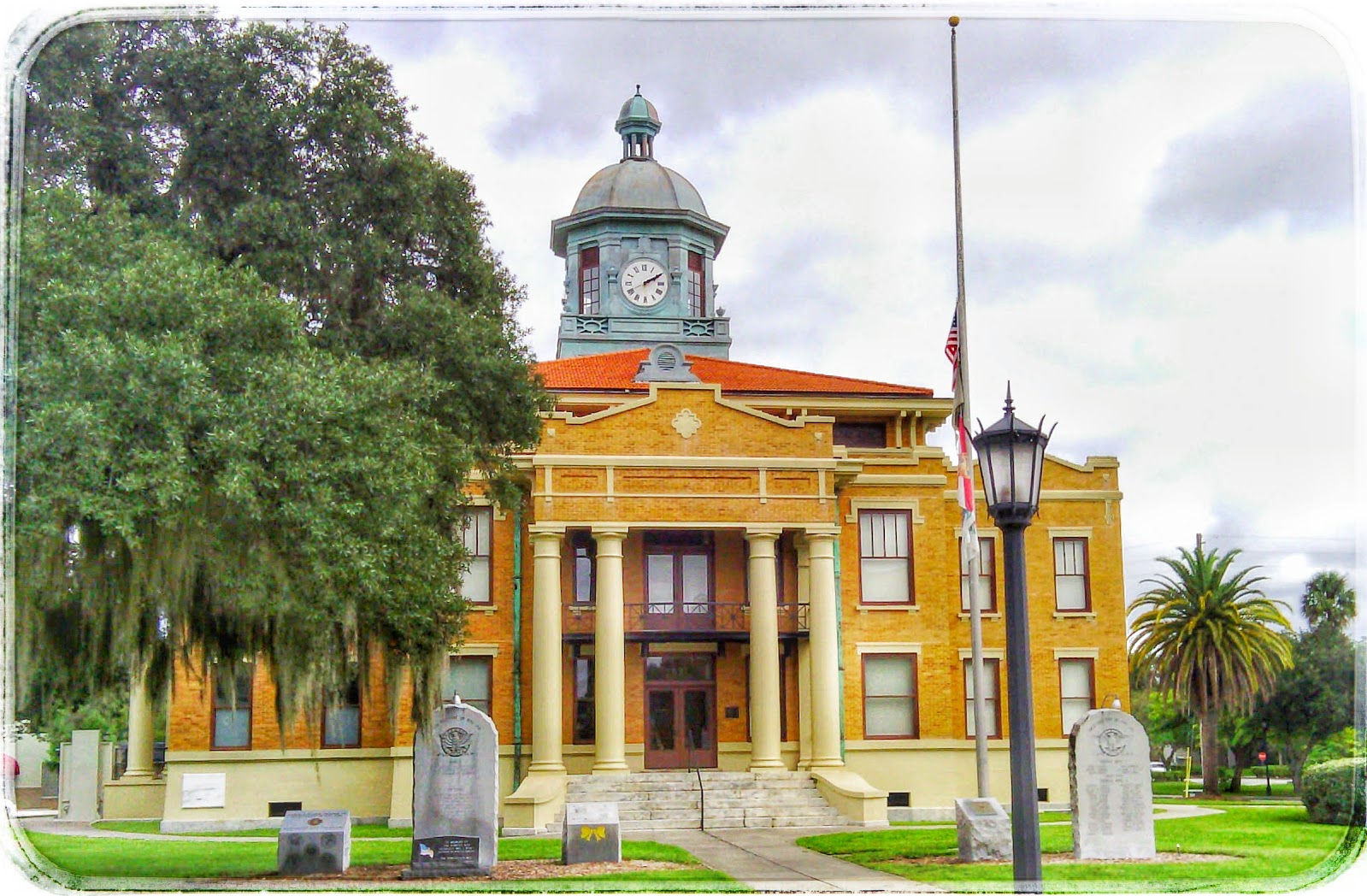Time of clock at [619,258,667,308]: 2:10
